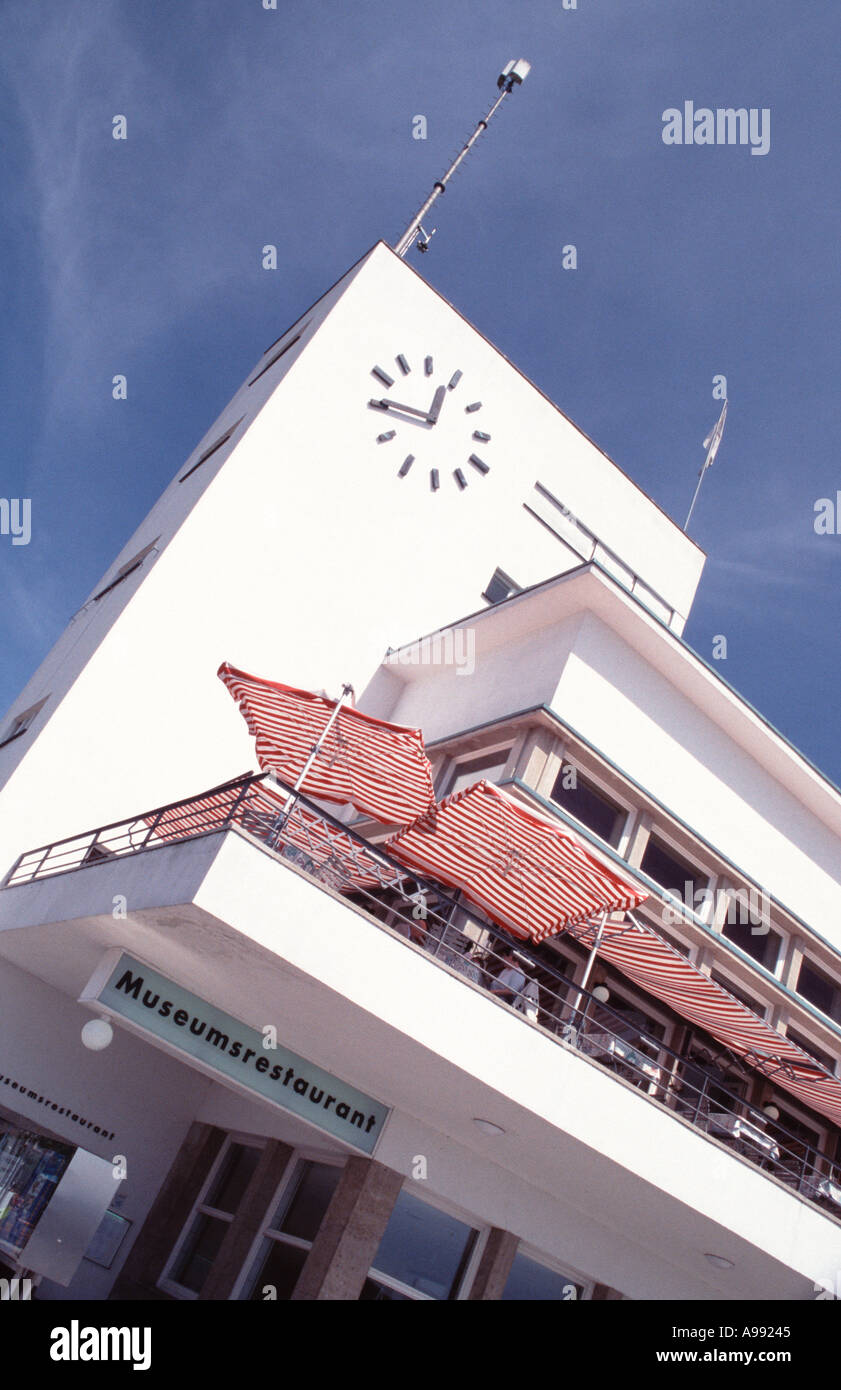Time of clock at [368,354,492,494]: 12:46
